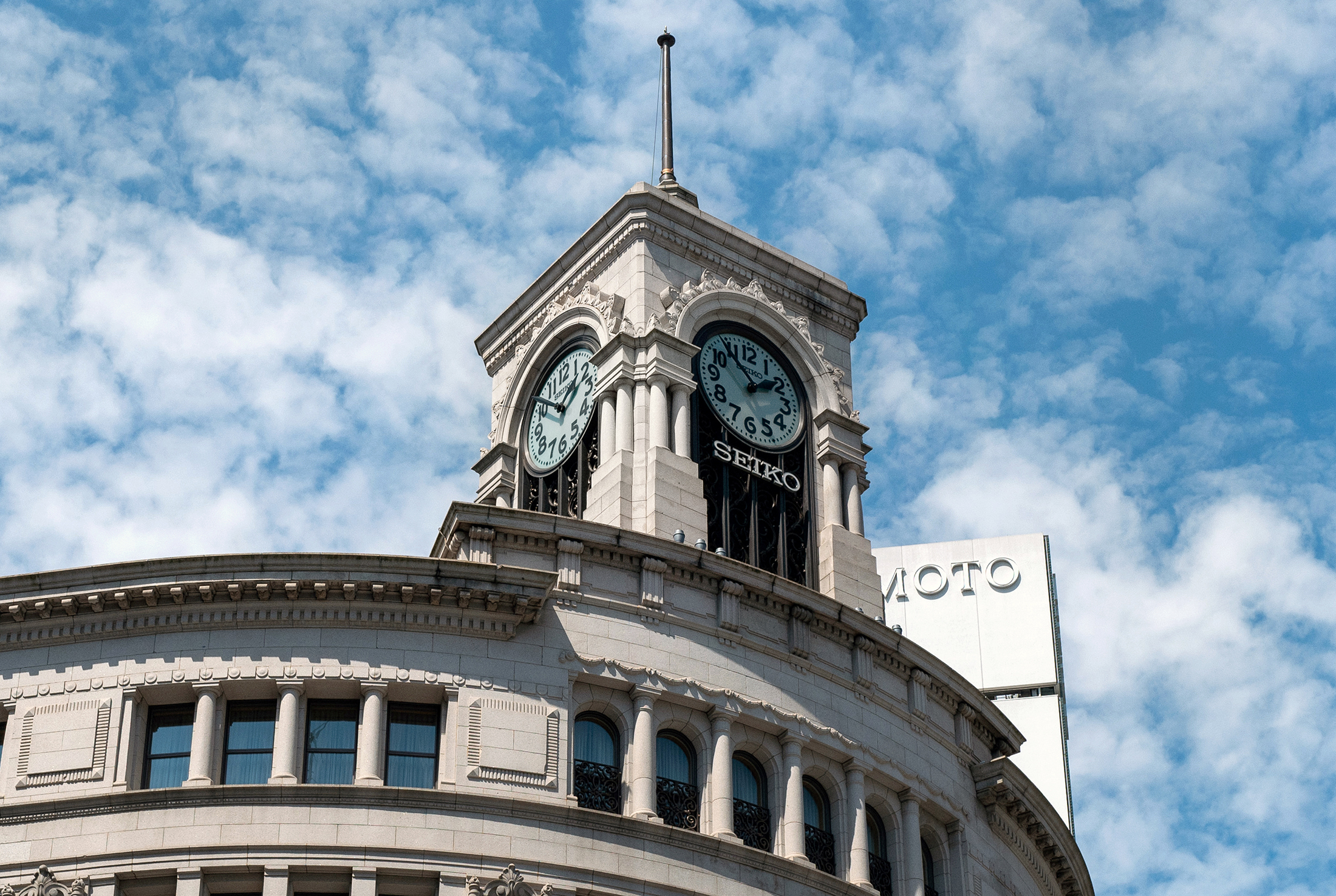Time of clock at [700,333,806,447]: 1:53
